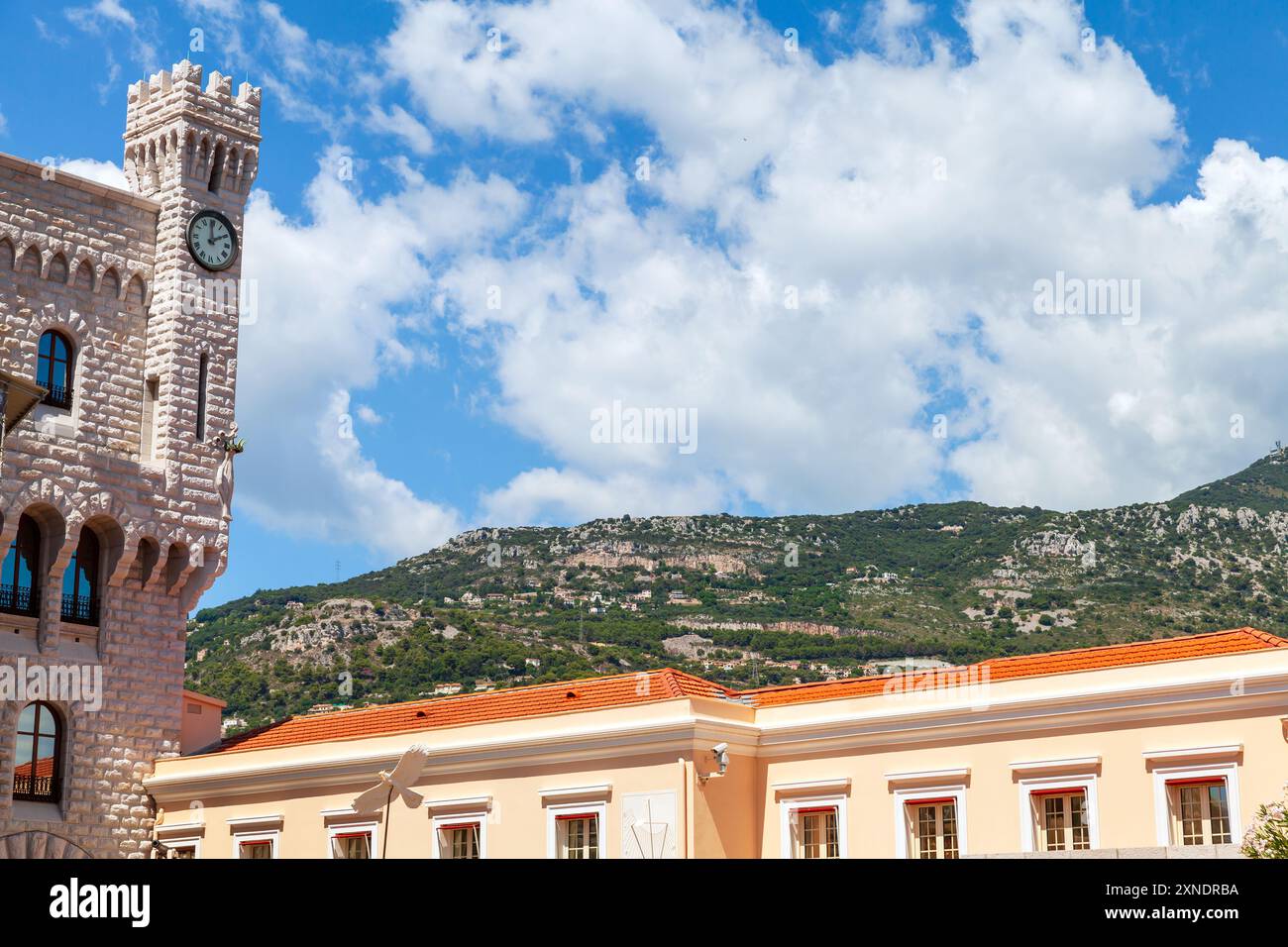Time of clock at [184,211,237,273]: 1:59
